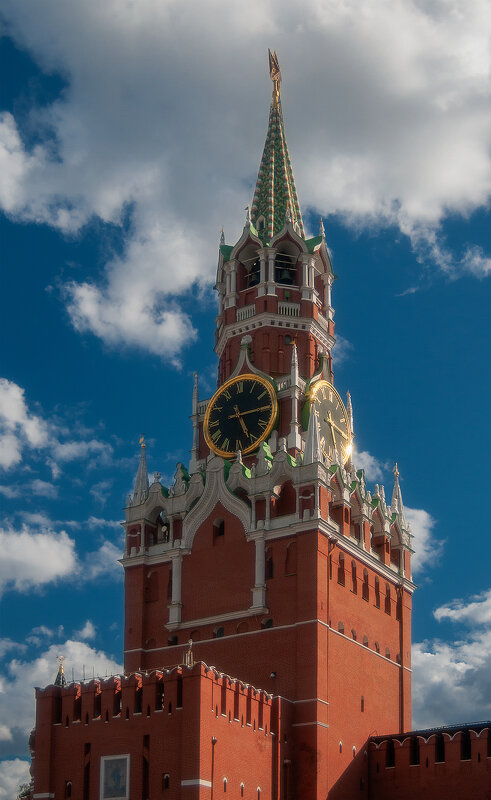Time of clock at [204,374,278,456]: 5:14
